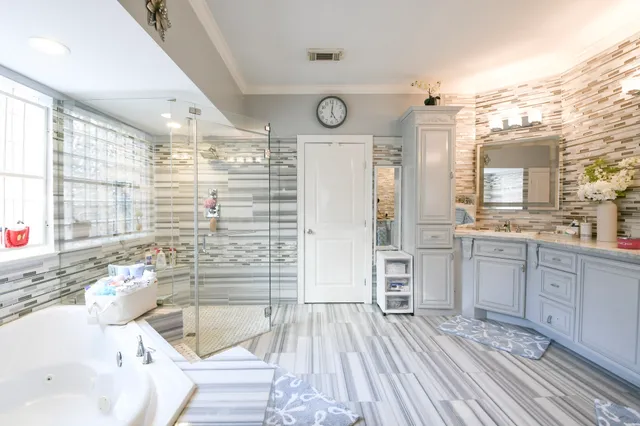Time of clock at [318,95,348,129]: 5:01
